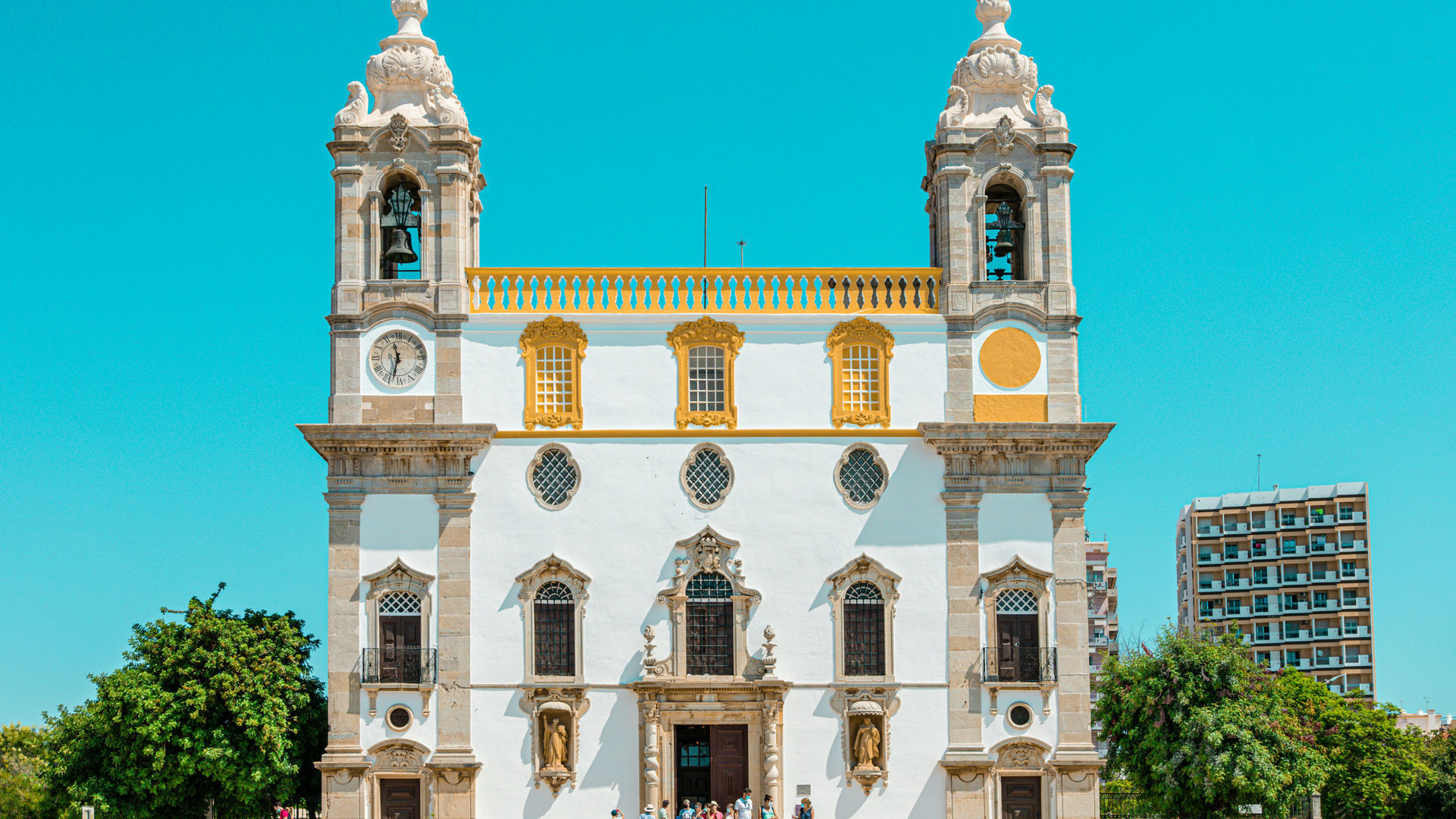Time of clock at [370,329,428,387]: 11:32
